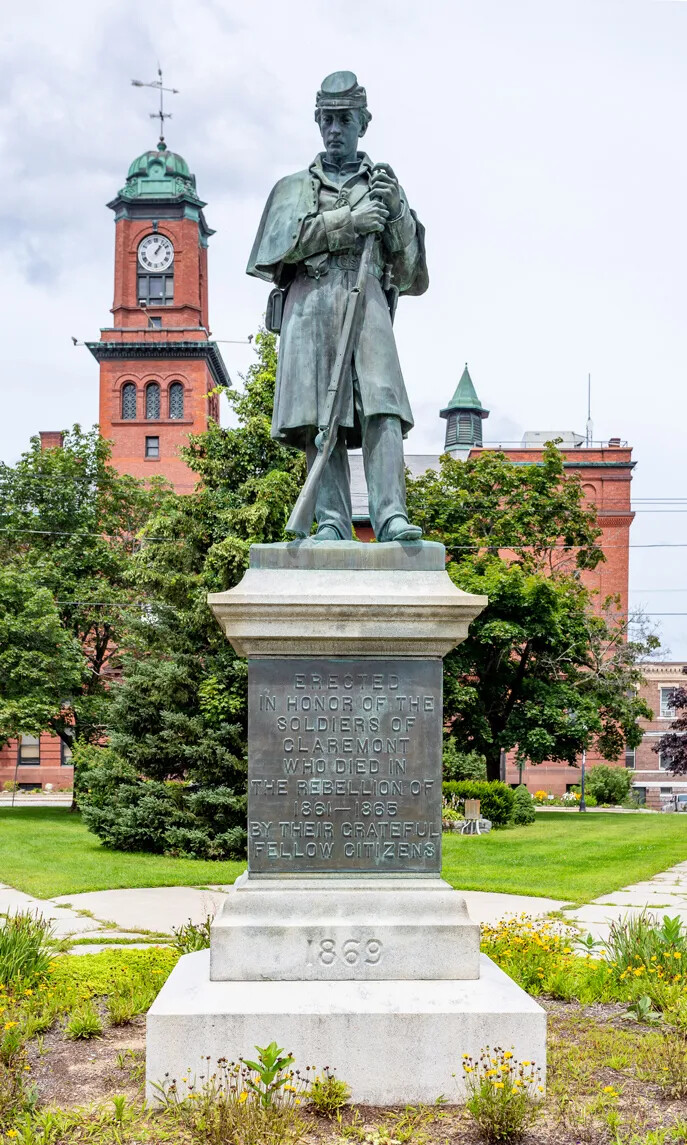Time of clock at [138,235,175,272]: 1:07
